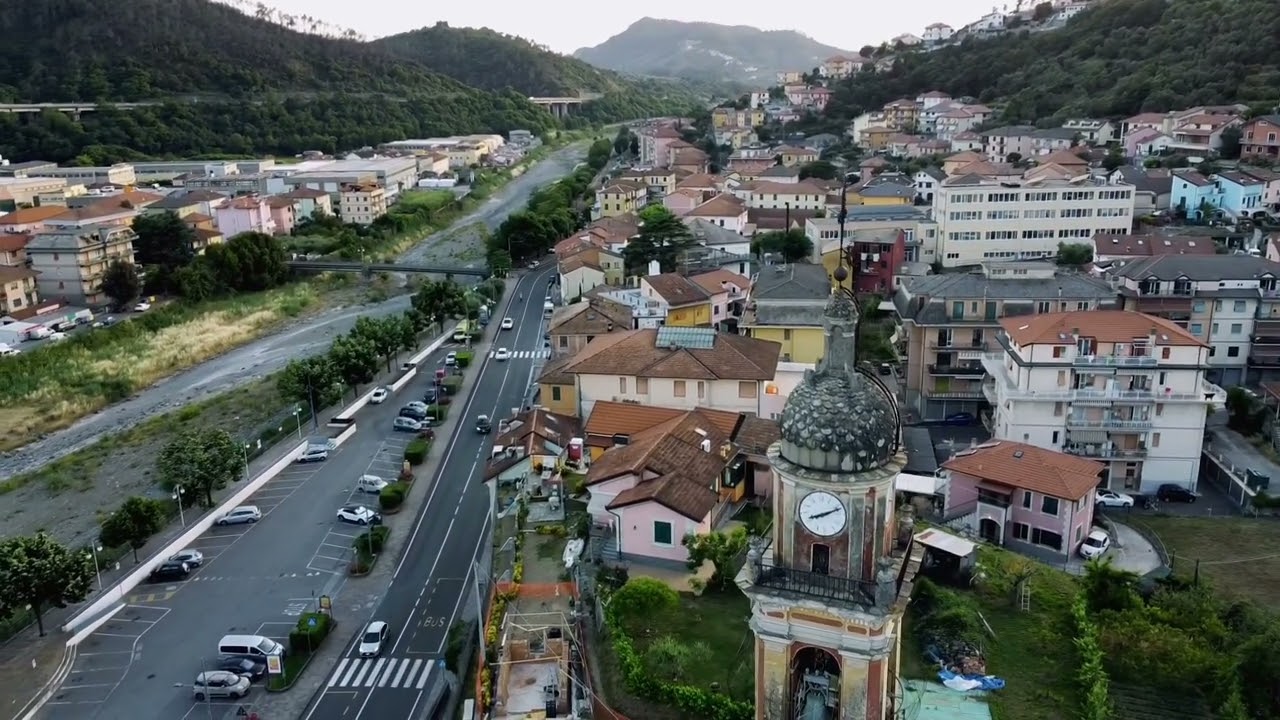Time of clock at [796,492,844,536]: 8:11
